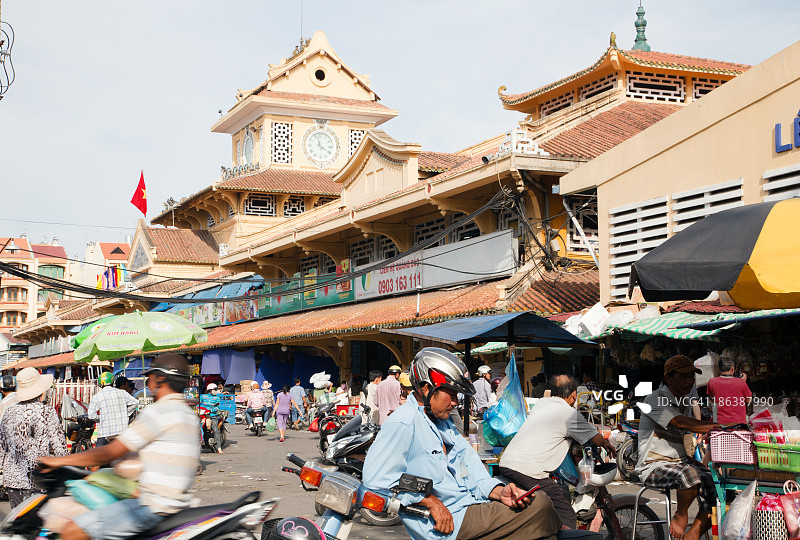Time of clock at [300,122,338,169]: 3:58
